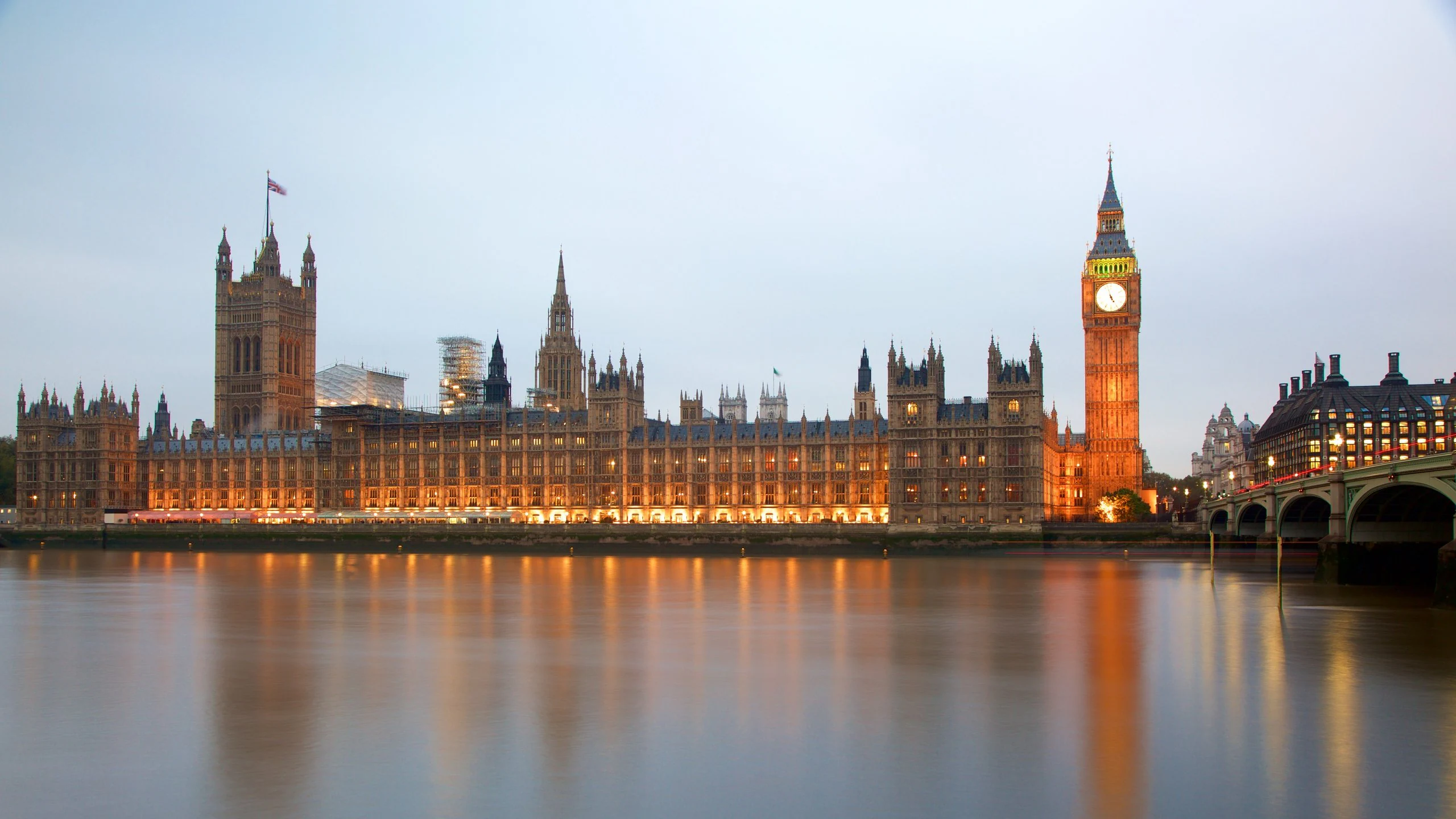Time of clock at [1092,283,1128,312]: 4:57
